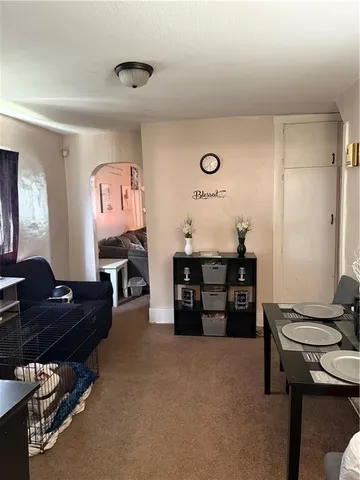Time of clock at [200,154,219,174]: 5:37
